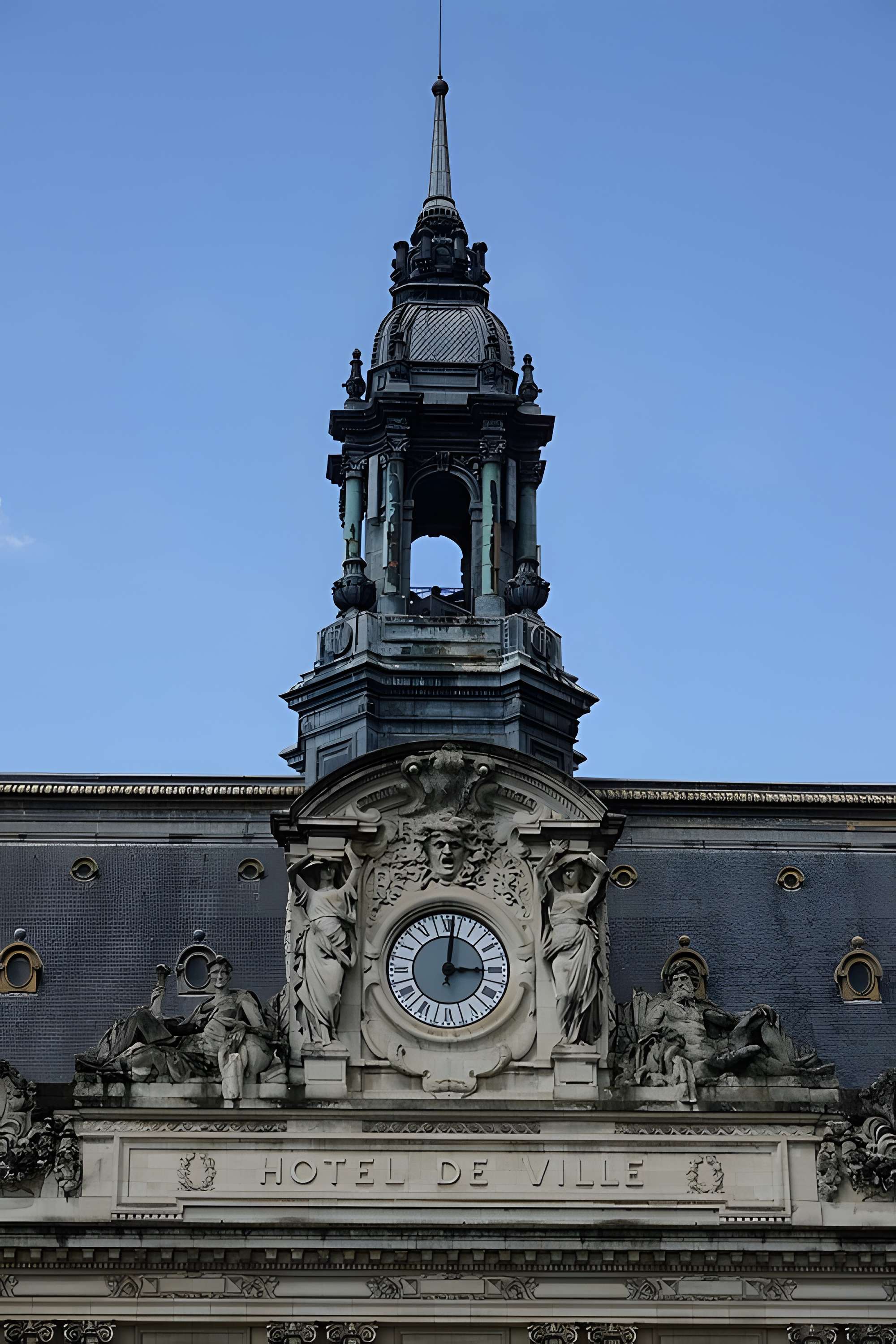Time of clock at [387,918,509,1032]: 3:01
